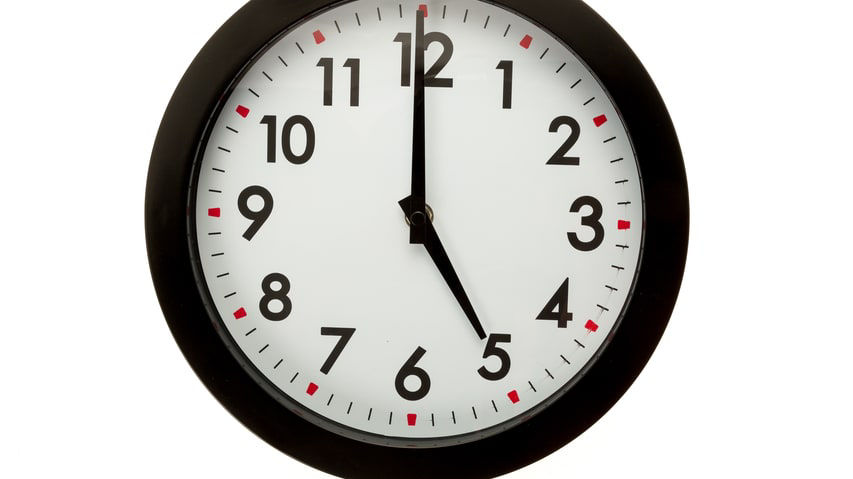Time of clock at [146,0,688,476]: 4:59
